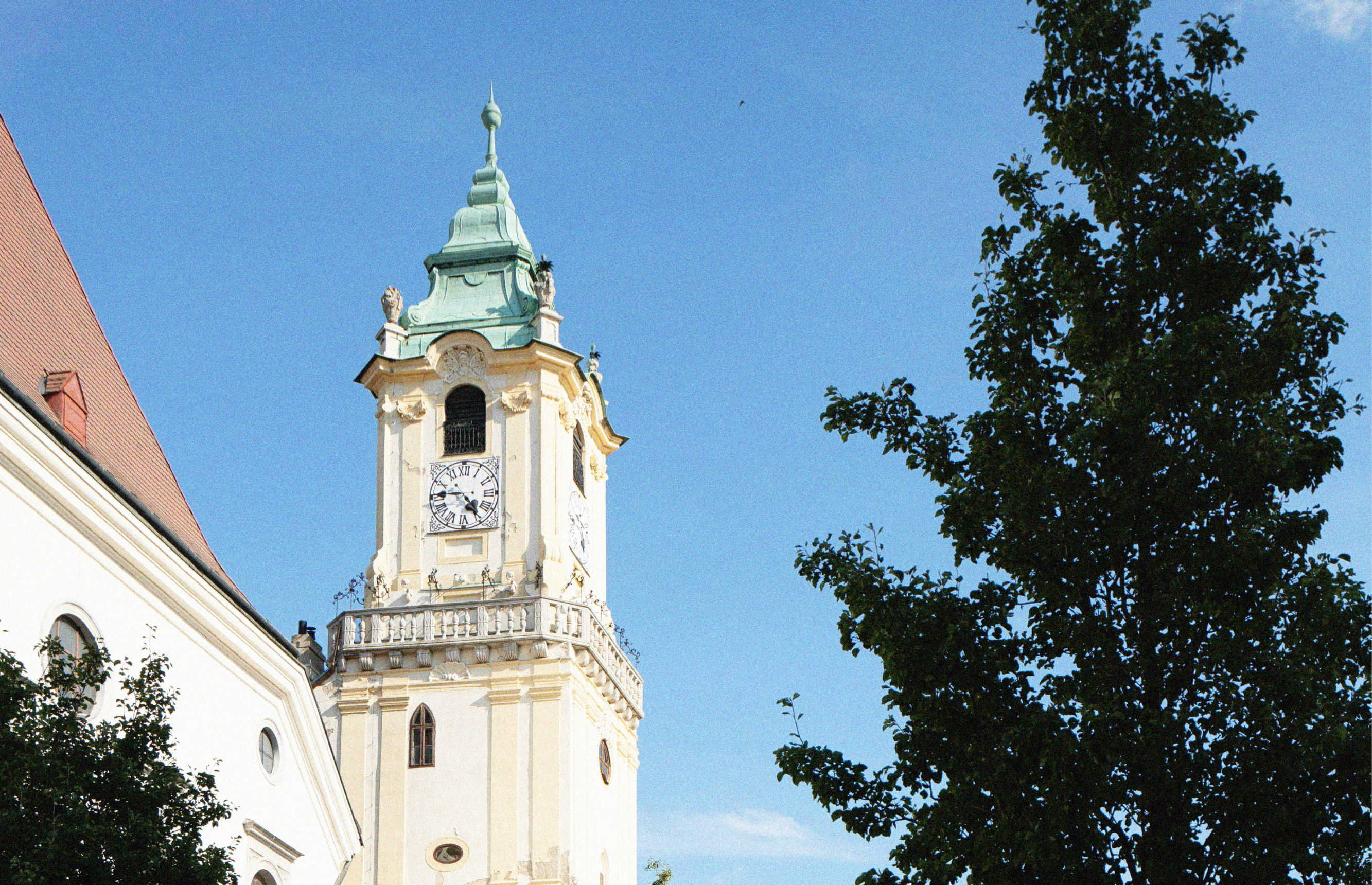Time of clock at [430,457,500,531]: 4:45
